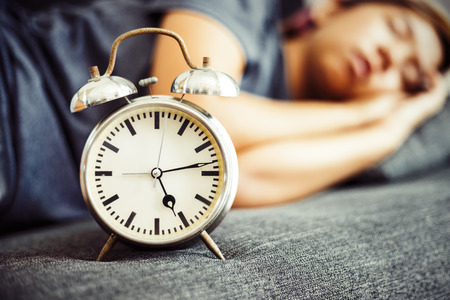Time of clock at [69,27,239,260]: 5:13
